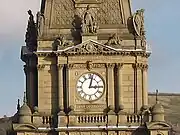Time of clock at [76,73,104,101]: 3:02
